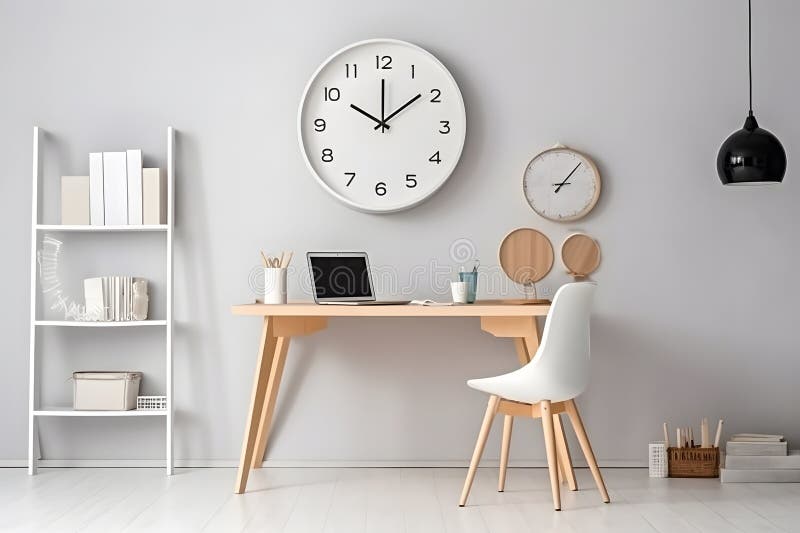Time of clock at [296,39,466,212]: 10:08
